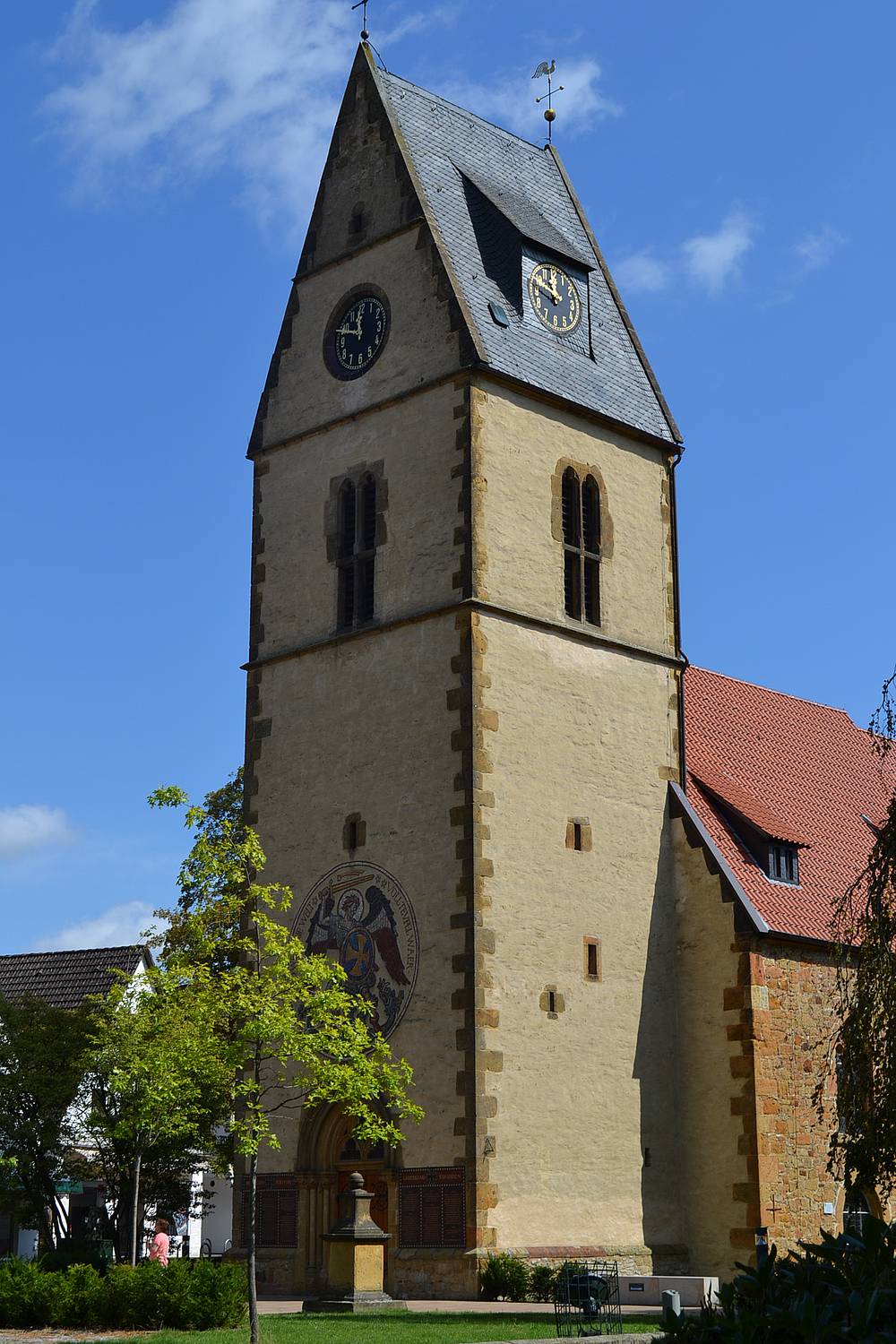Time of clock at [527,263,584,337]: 11:46
